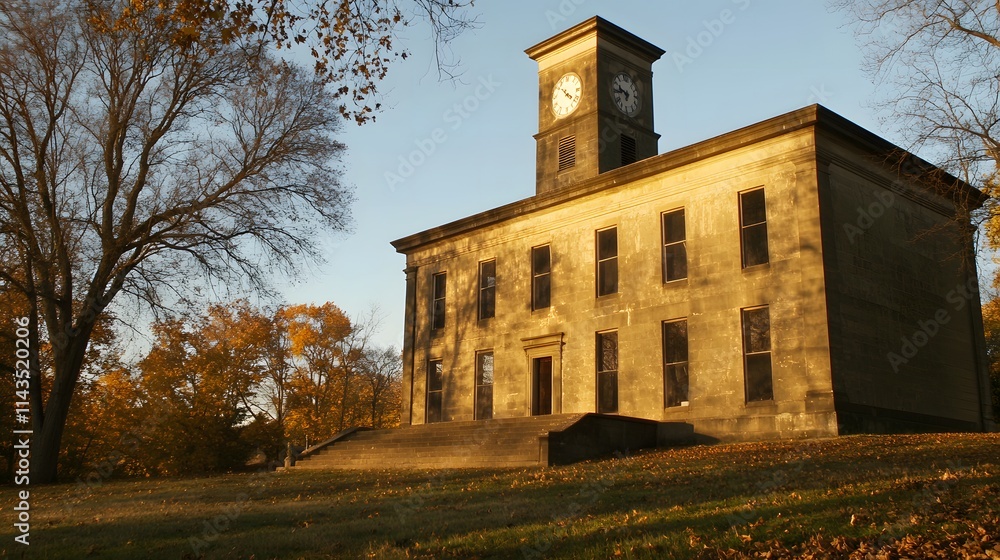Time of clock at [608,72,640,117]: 9:45
